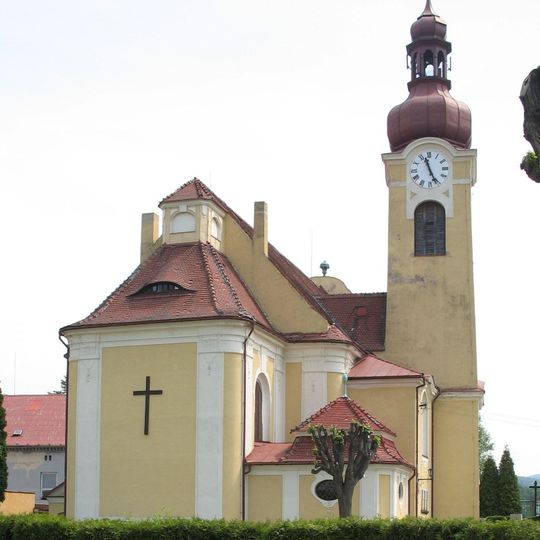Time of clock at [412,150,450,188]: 11:26
